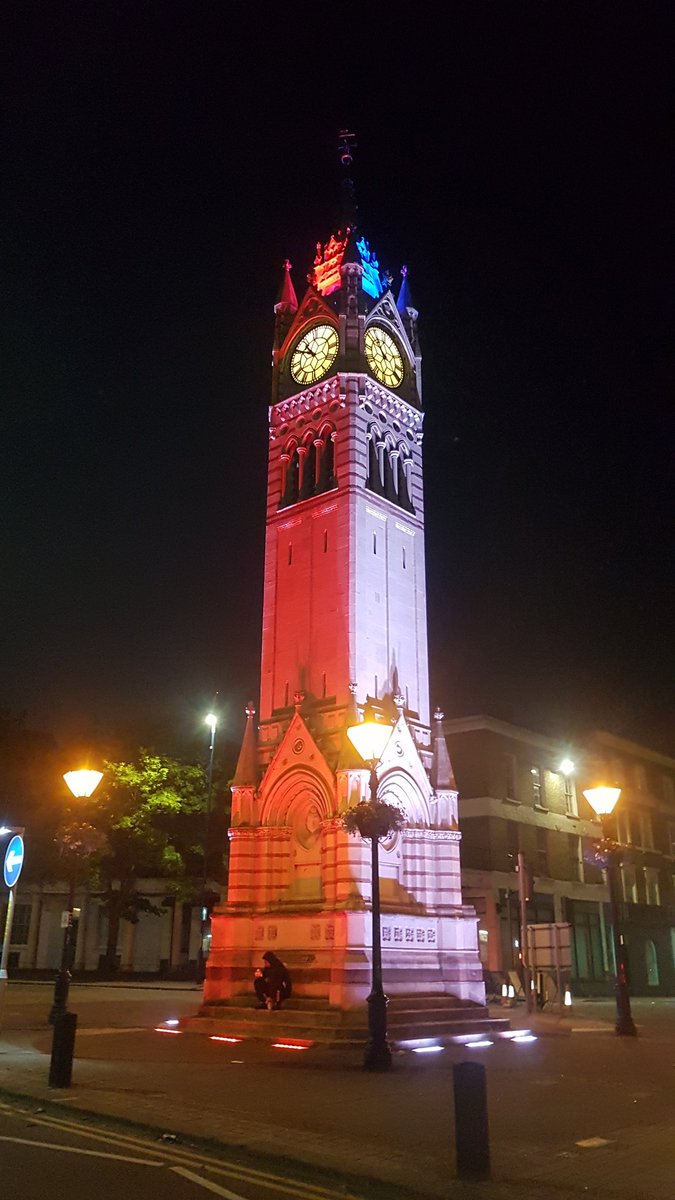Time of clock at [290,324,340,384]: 10:50
